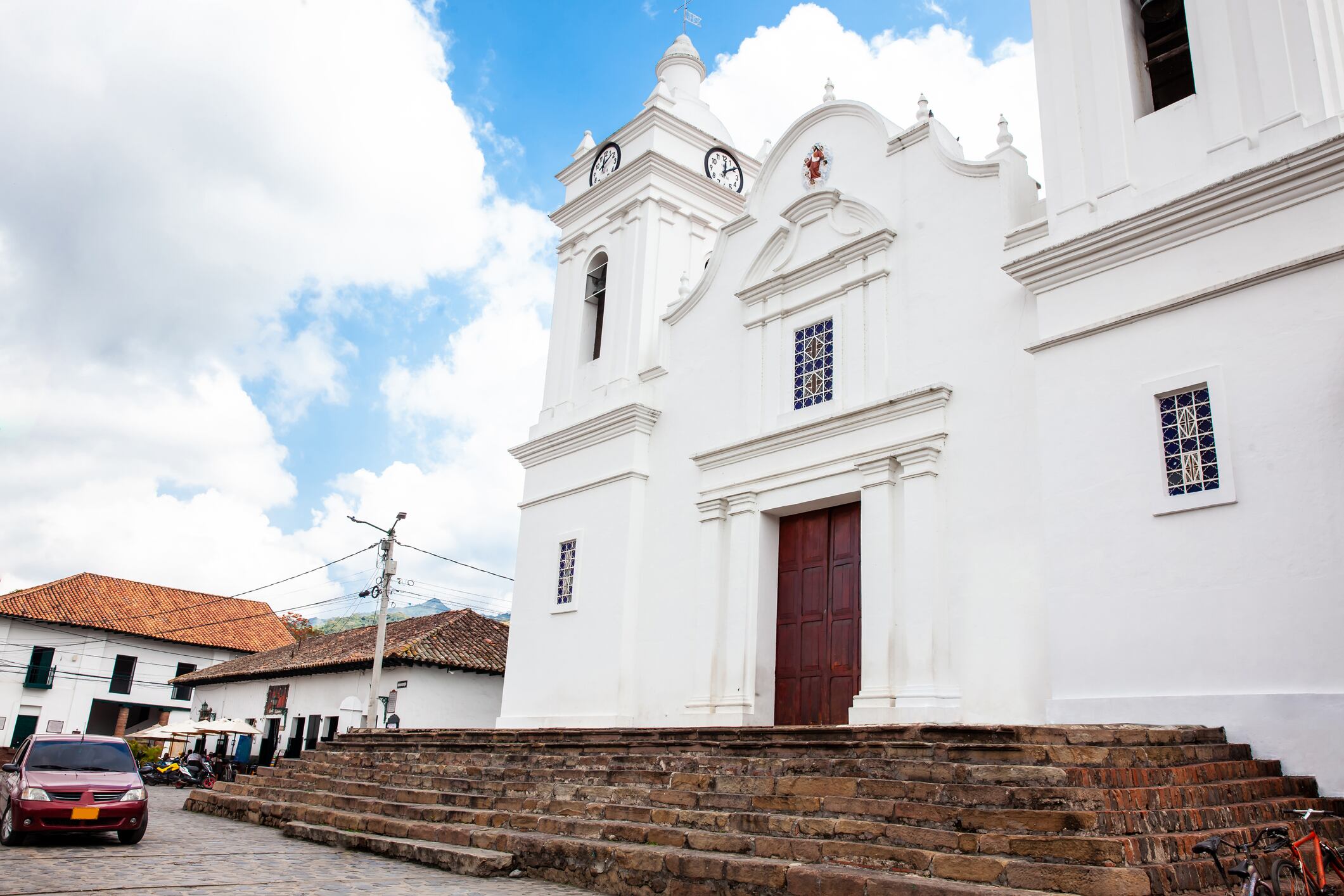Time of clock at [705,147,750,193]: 12:09
